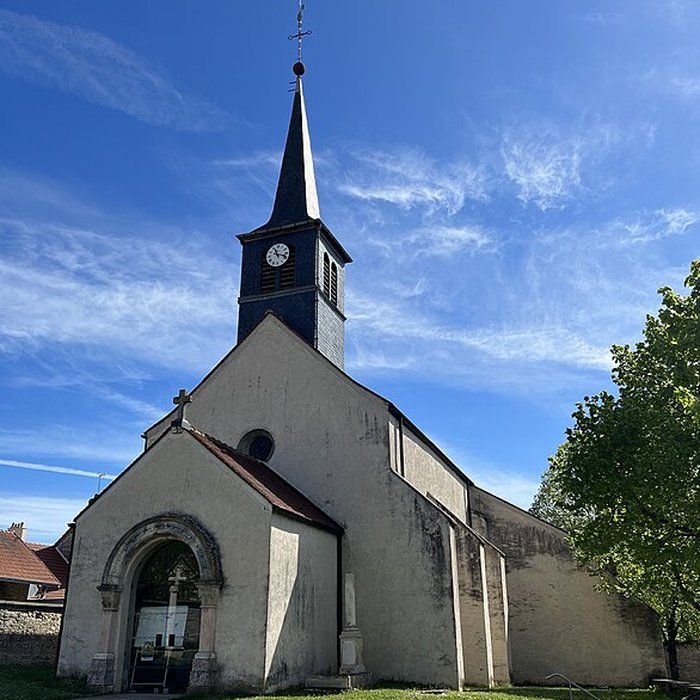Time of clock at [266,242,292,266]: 11:17
